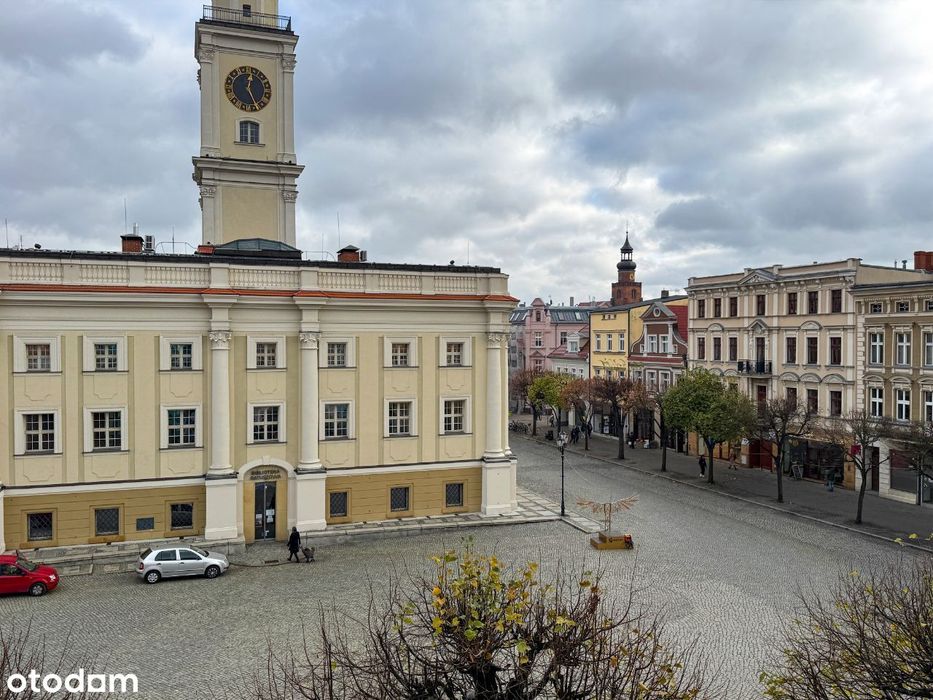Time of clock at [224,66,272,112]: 12:26
